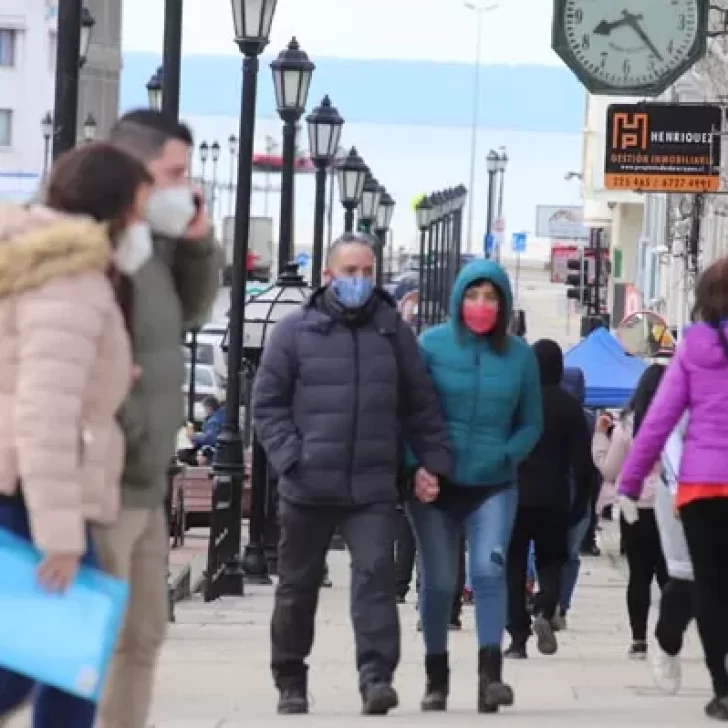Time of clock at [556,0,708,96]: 8:23
